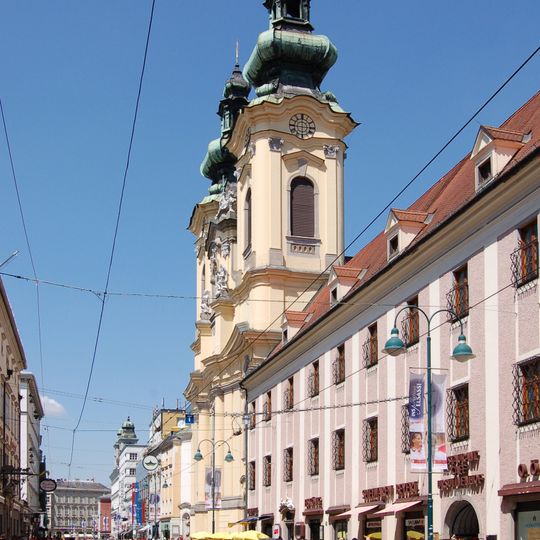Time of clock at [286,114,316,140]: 5:59
